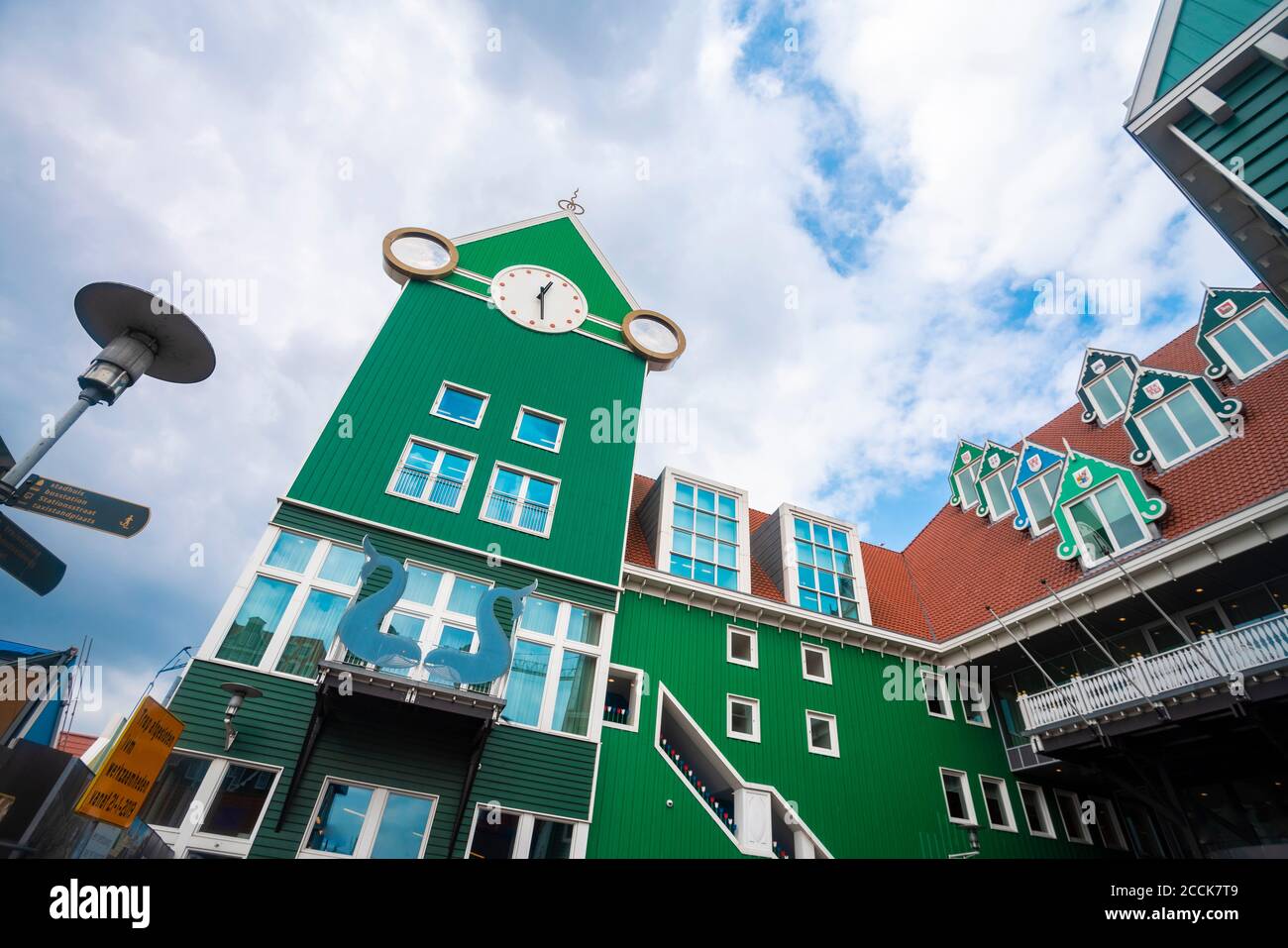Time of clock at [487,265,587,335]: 1:32
